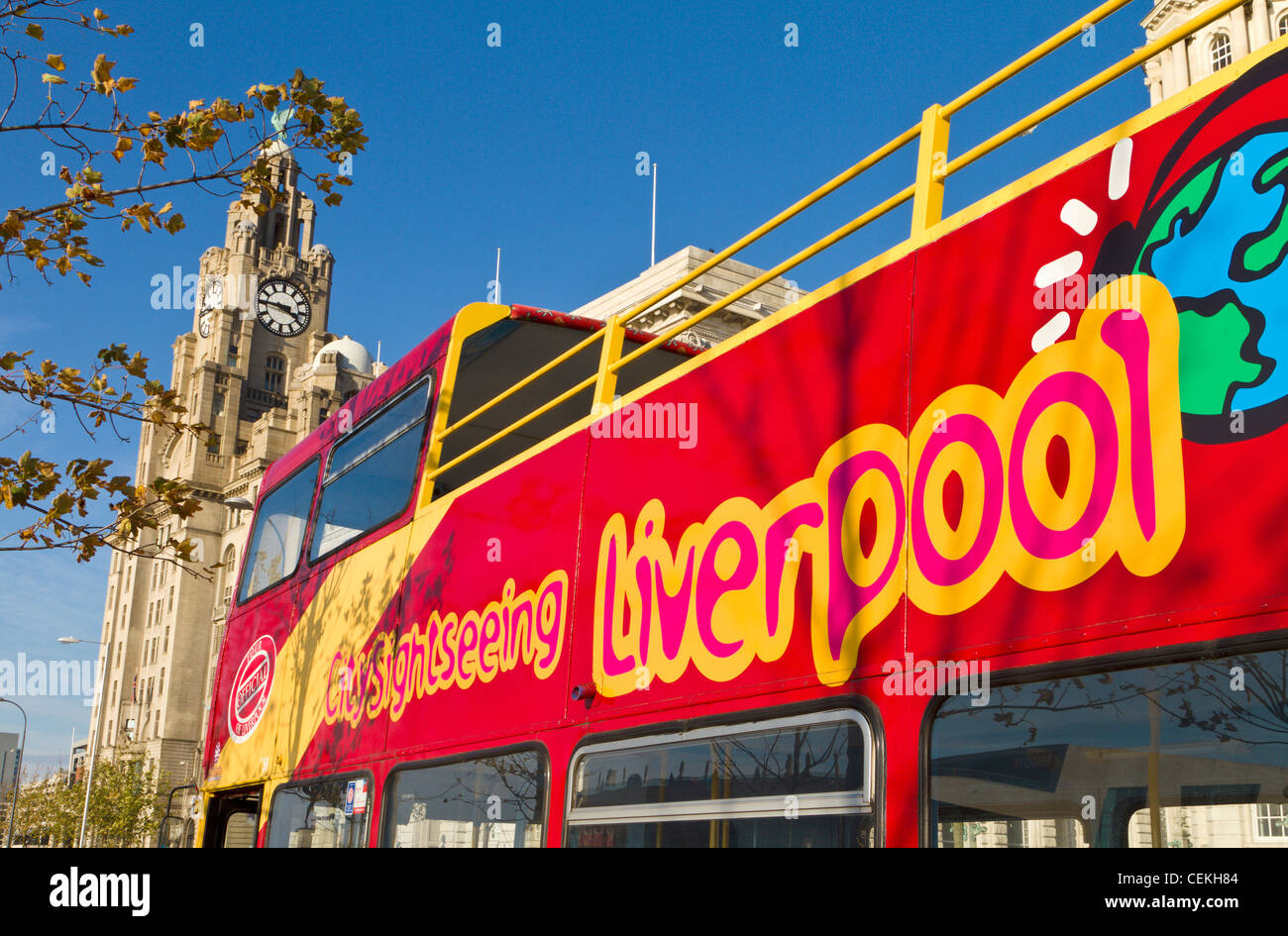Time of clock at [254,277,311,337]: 3:45
